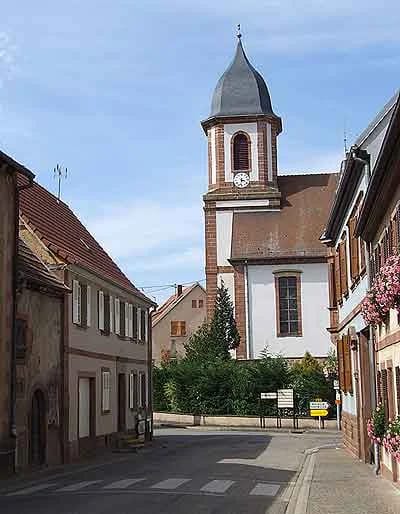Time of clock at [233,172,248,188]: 3:32
